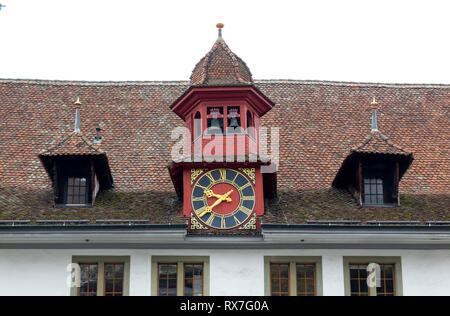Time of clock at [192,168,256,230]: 9:38
